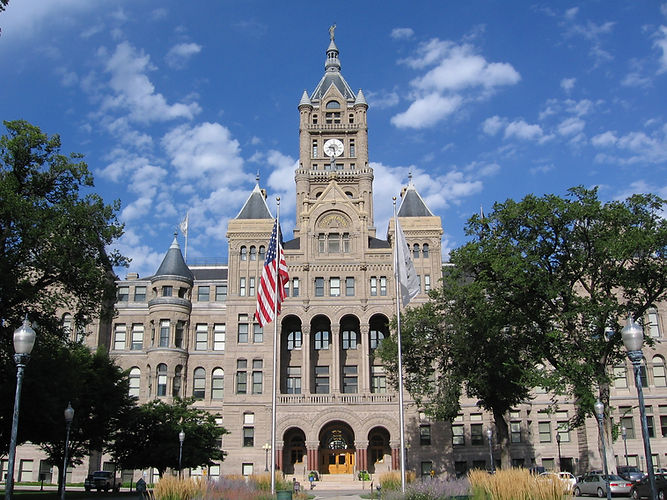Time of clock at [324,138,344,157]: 9:28
